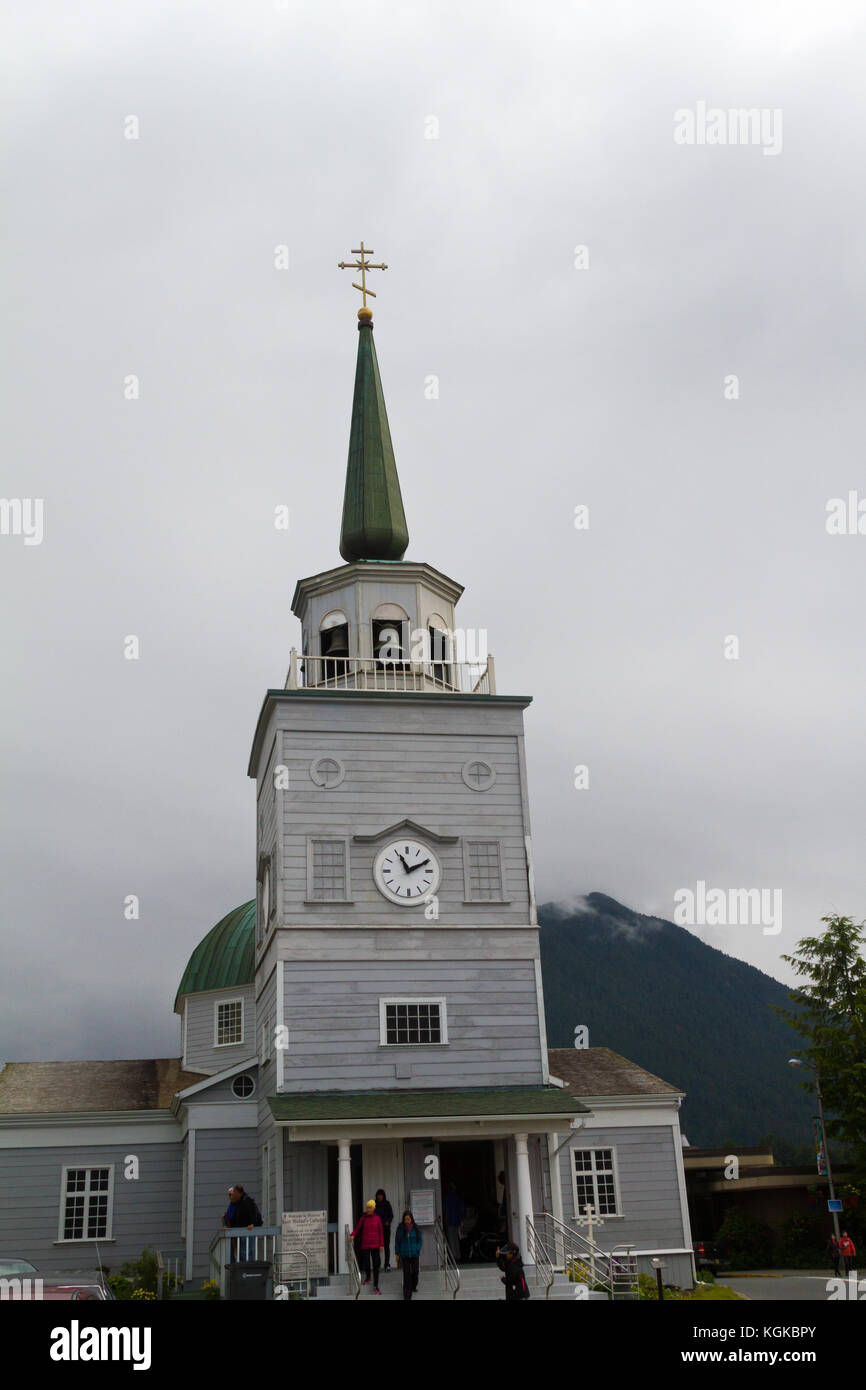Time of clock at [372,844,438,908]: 11:10
